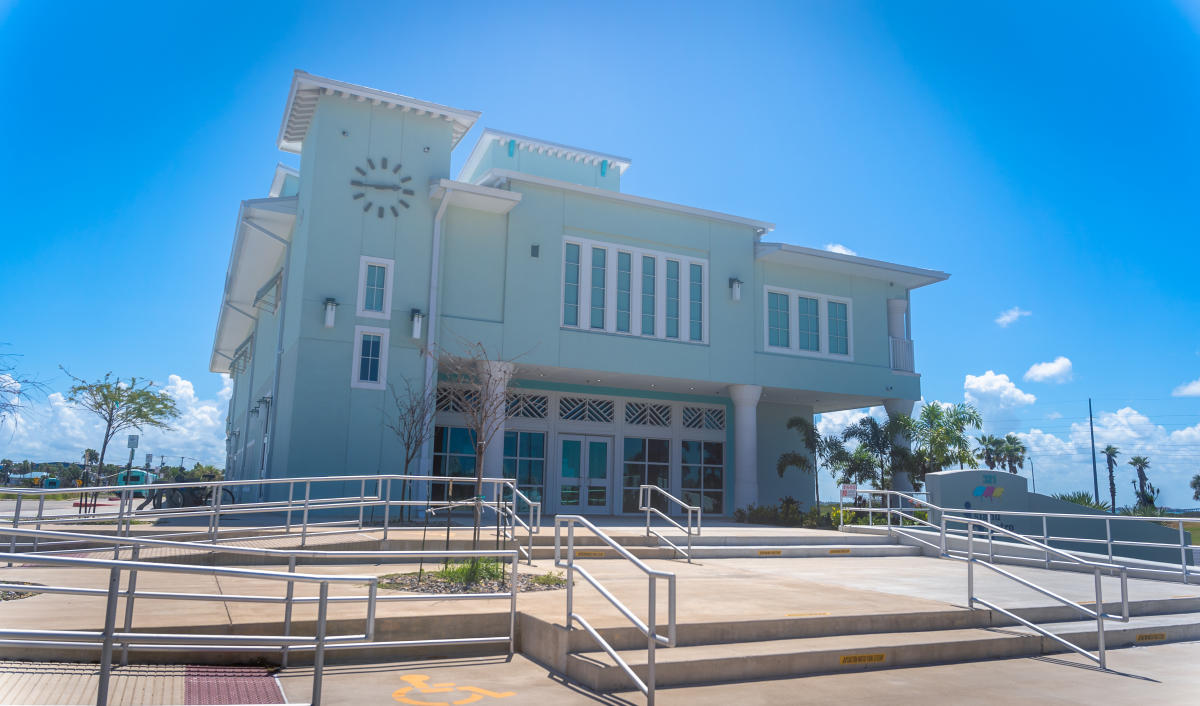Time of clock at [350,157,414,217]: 2:45
